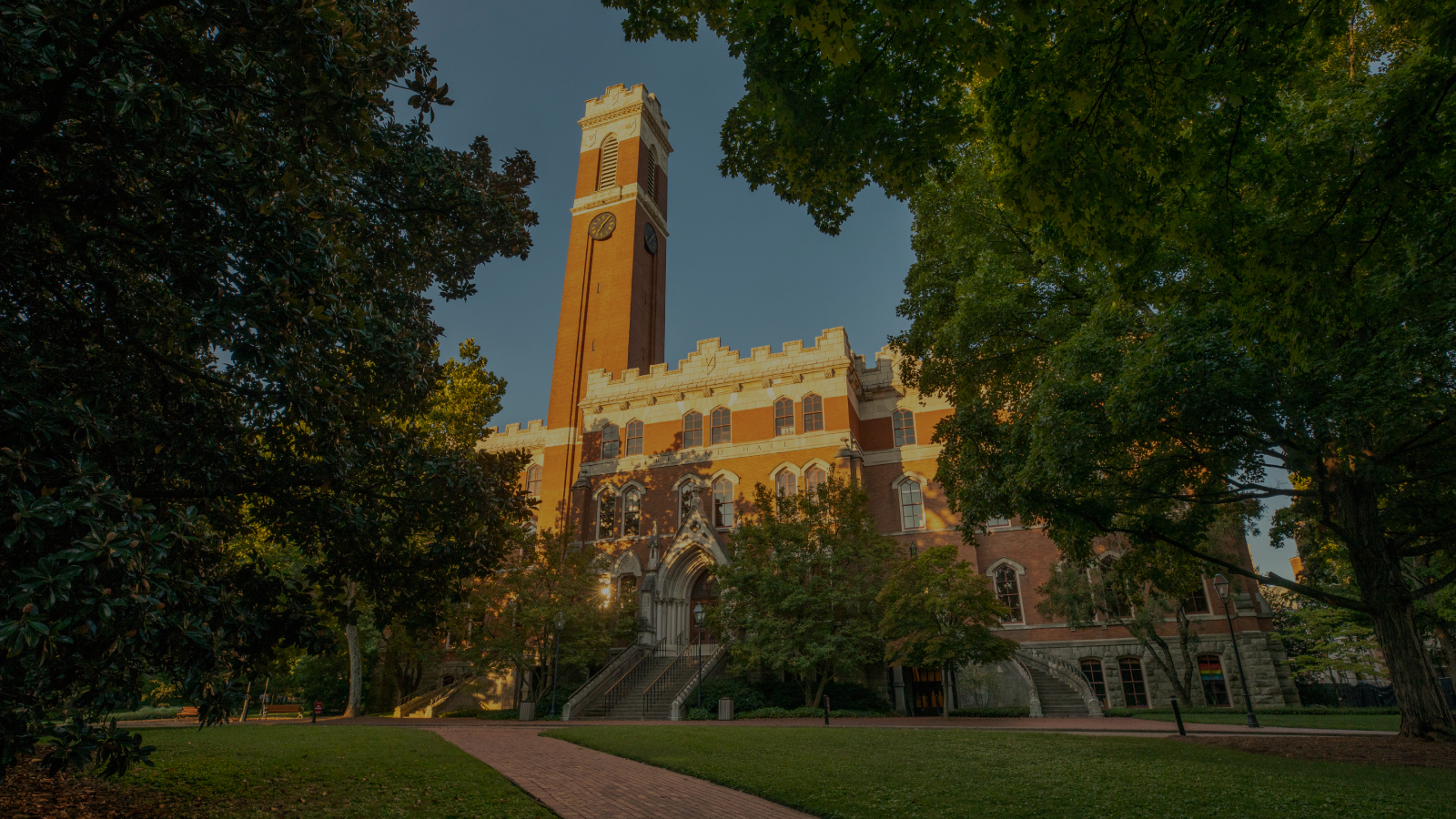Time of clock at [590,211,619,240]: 7:07
